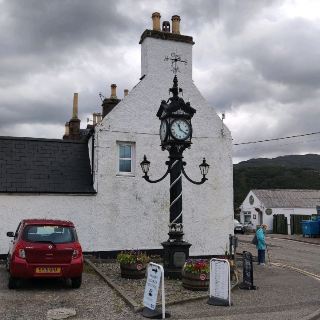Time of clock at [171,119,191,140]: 11:20
